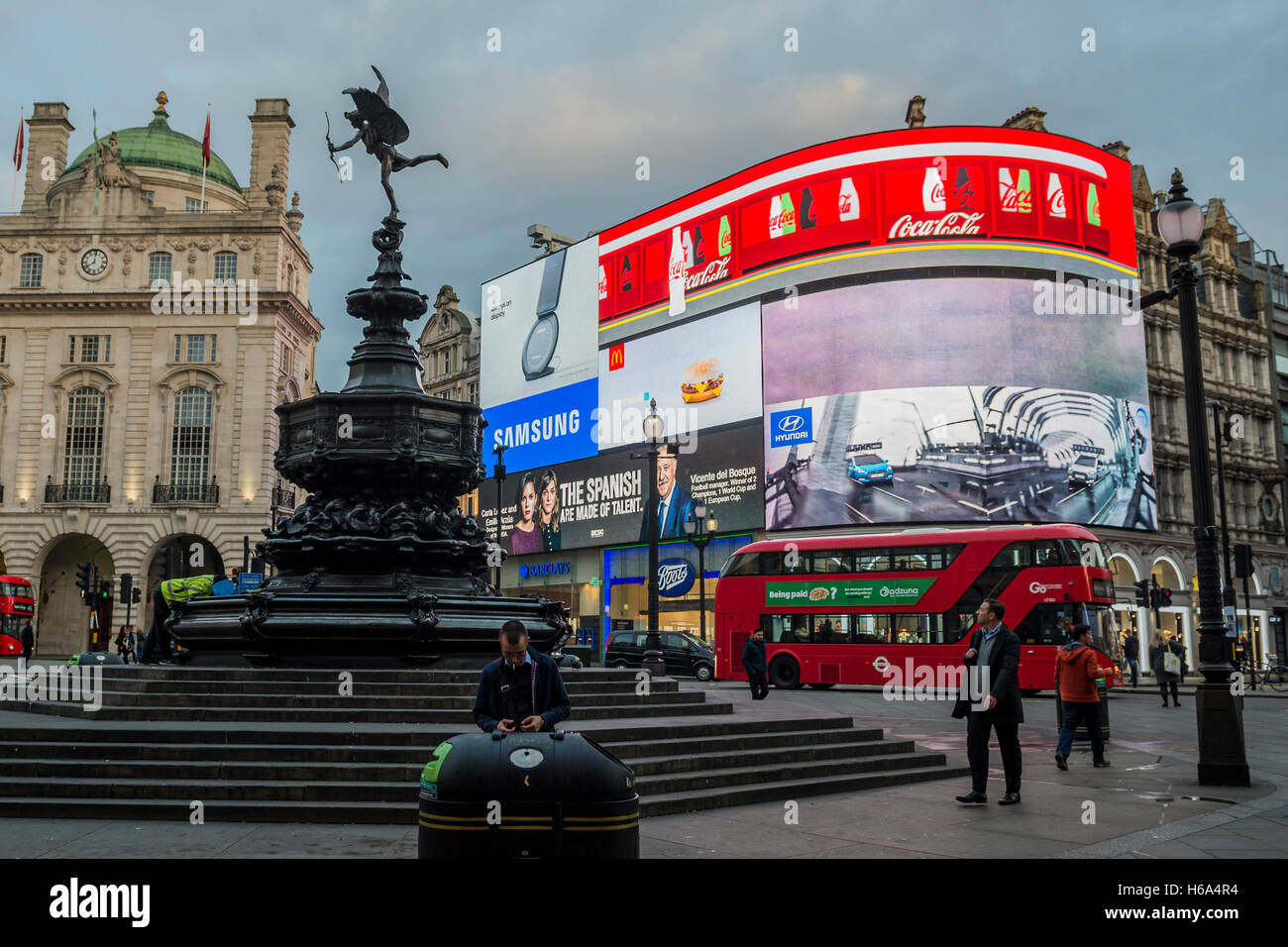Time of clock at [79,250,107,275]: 8:01
